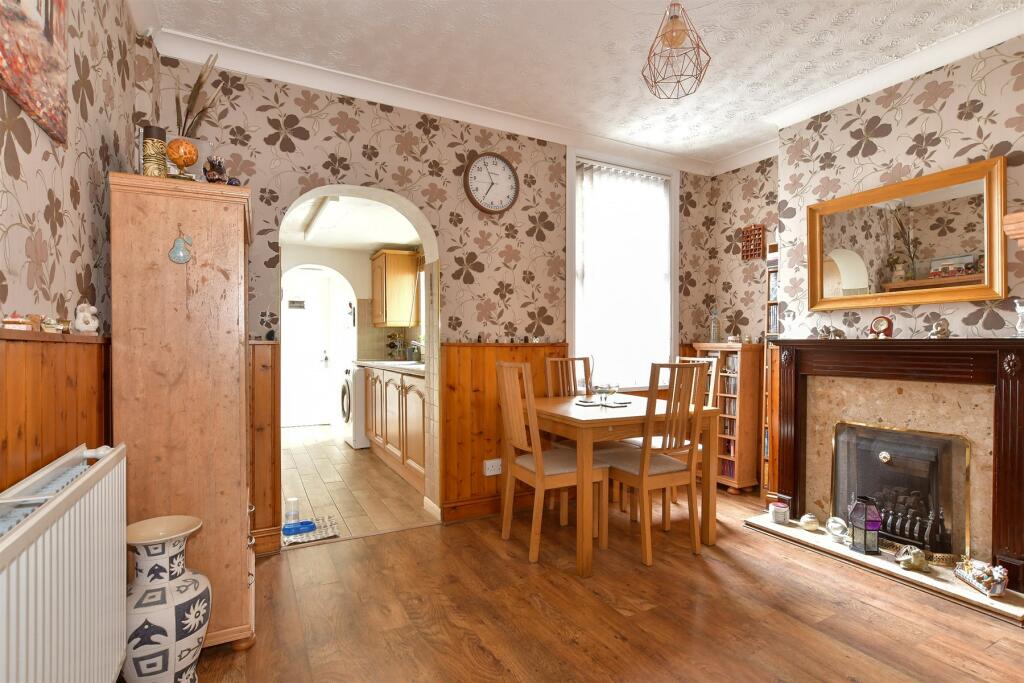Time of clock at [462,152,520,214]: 6:54
